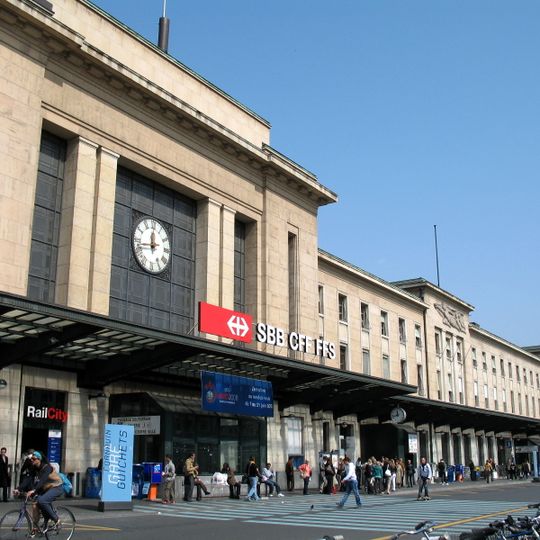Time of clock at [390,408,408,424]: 11:42
